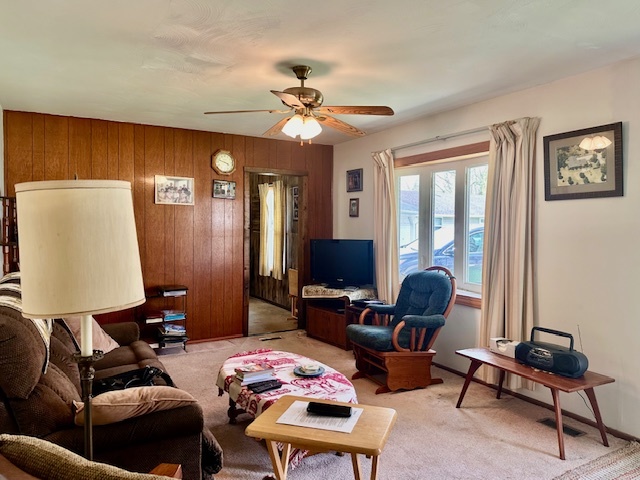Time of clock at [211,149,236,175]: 3:47
